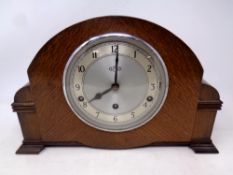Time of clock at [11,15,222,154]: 8:00
